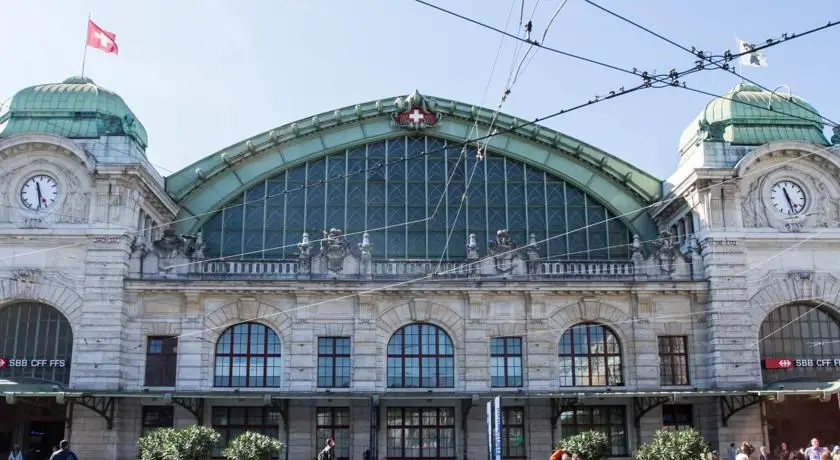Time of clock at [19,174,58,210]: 11:28
